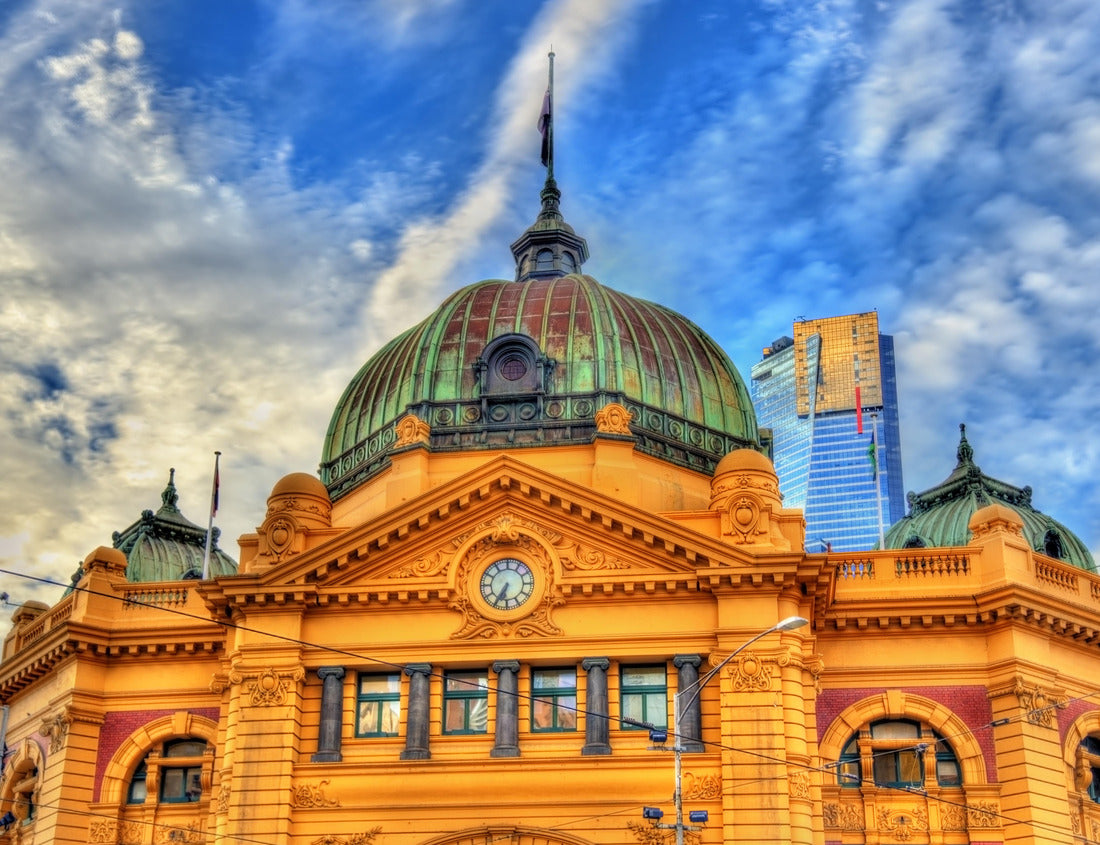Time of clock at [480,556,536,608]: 6:34
